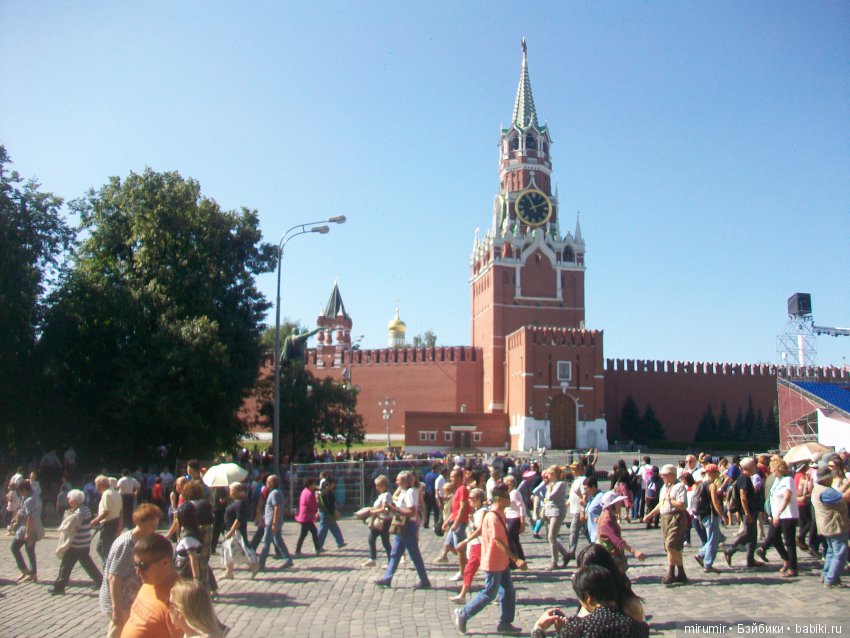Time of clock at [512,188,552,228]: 11:11
